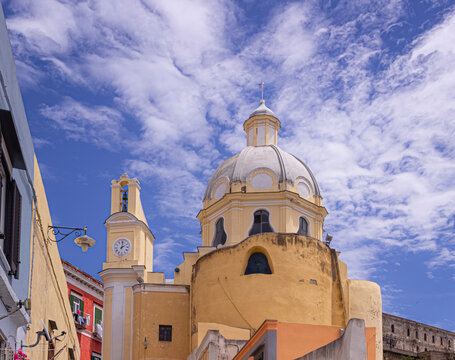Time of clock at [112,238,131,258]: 2:01
